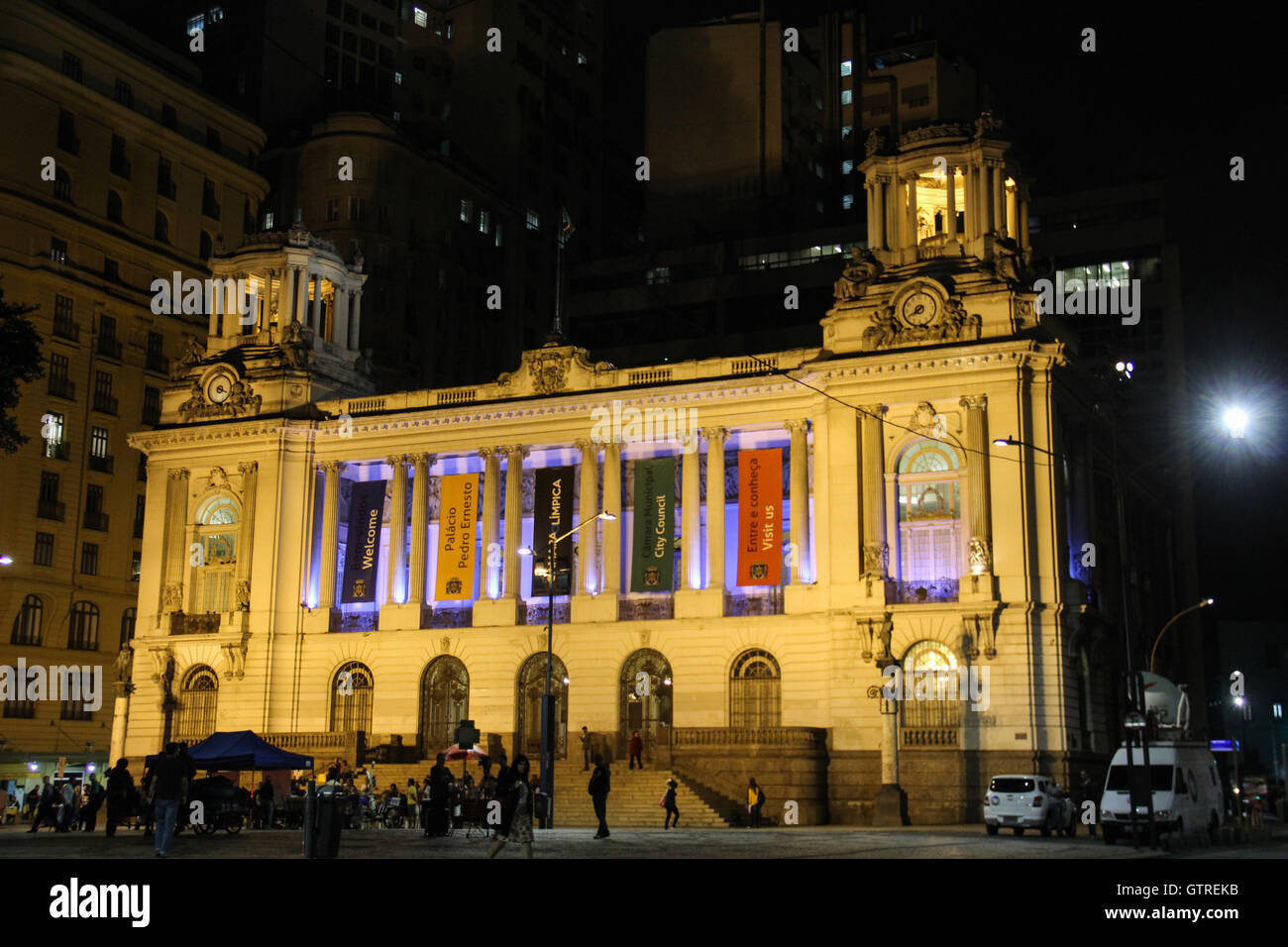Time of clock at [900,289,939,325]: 7:40
